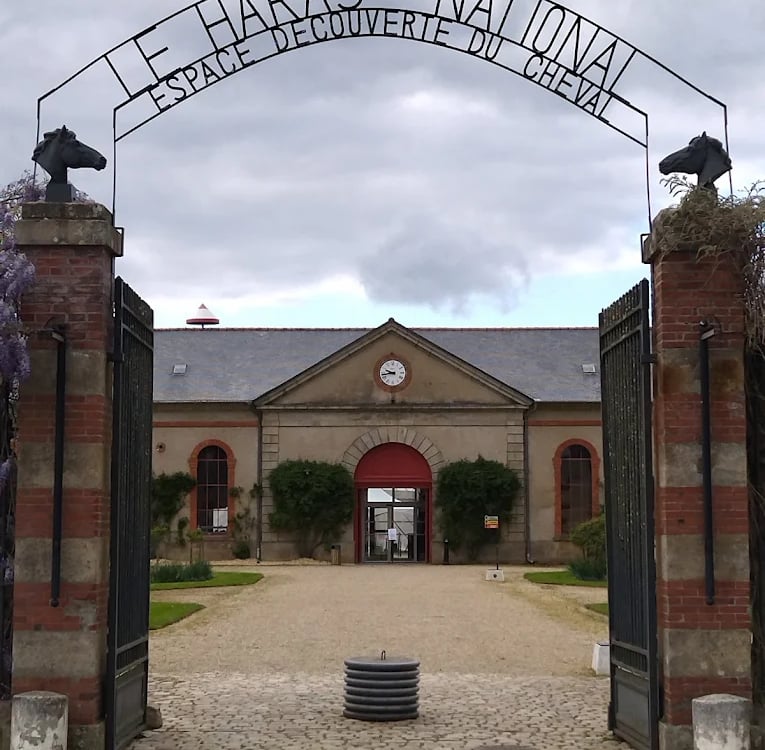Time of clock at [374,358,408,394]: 9:43
